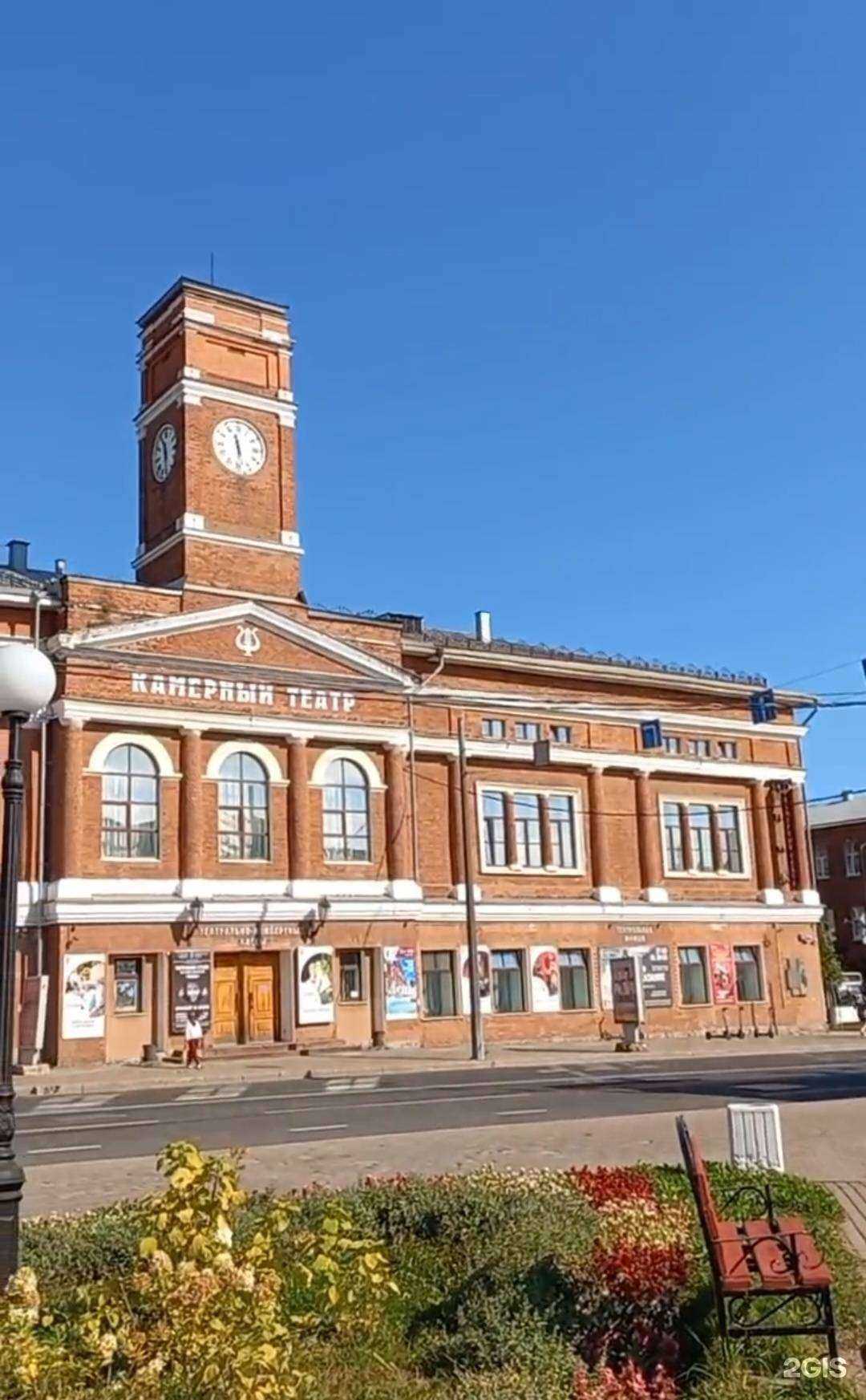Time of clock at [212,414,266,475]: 11:28
